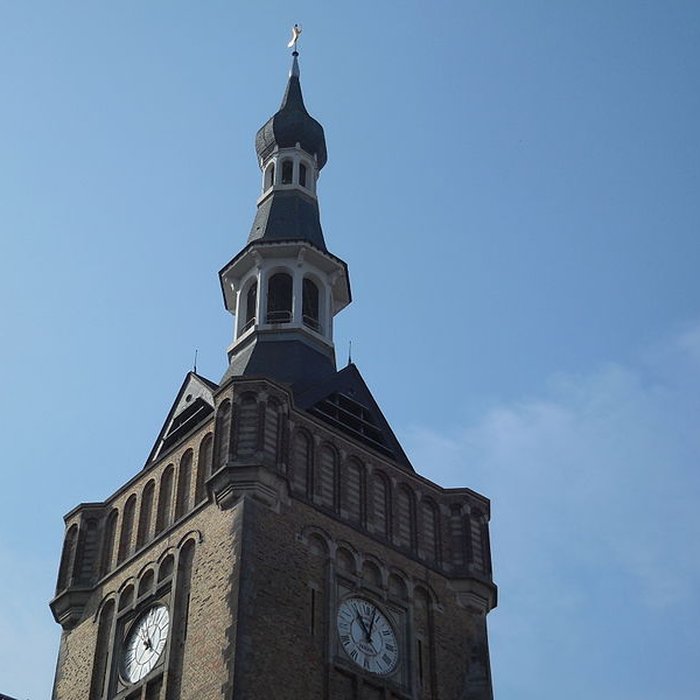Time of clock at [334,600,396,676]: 11:03
